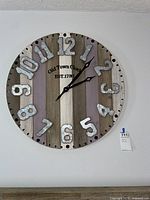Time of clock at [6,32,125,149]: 2:06
